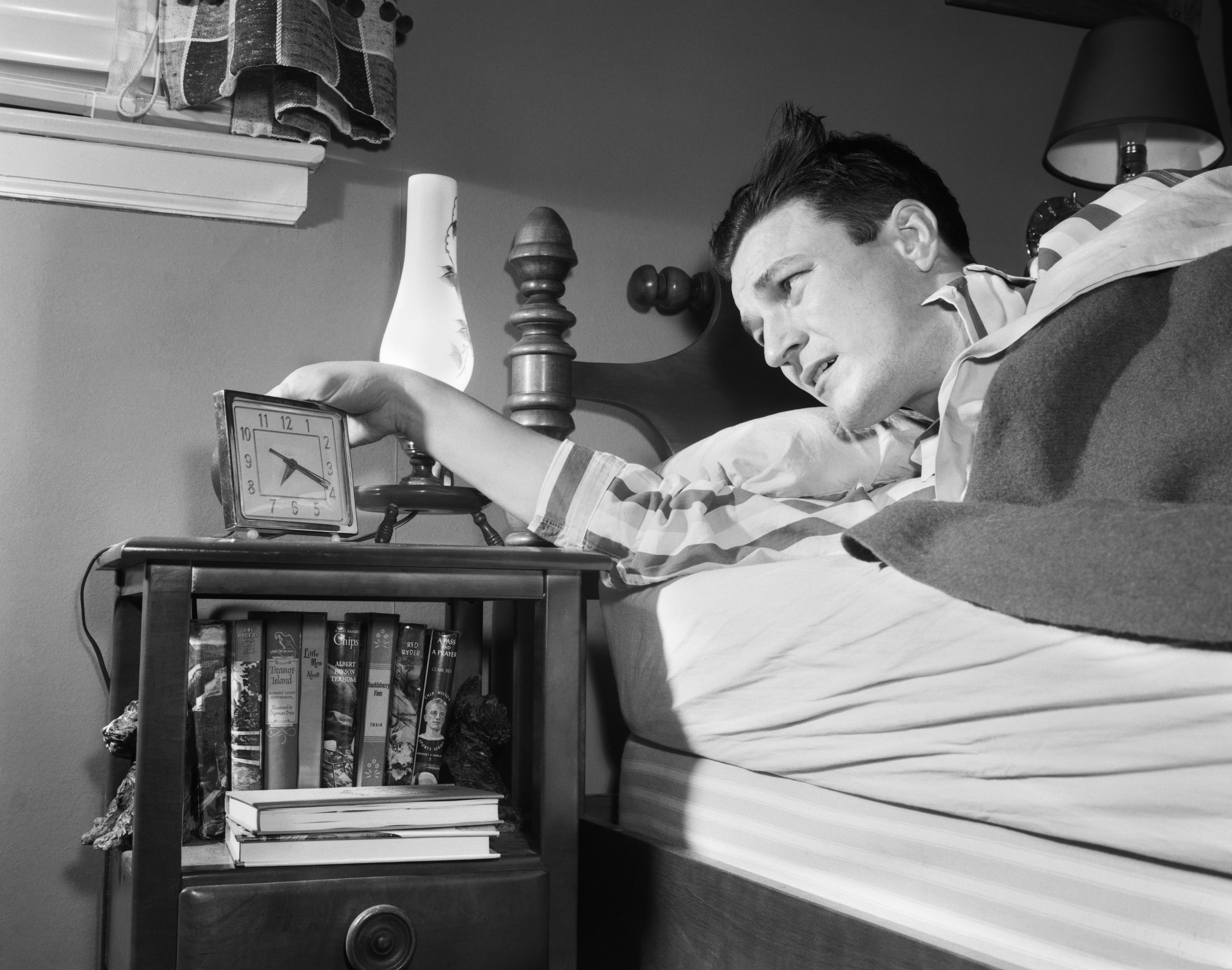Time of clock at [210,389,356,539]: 7:19
